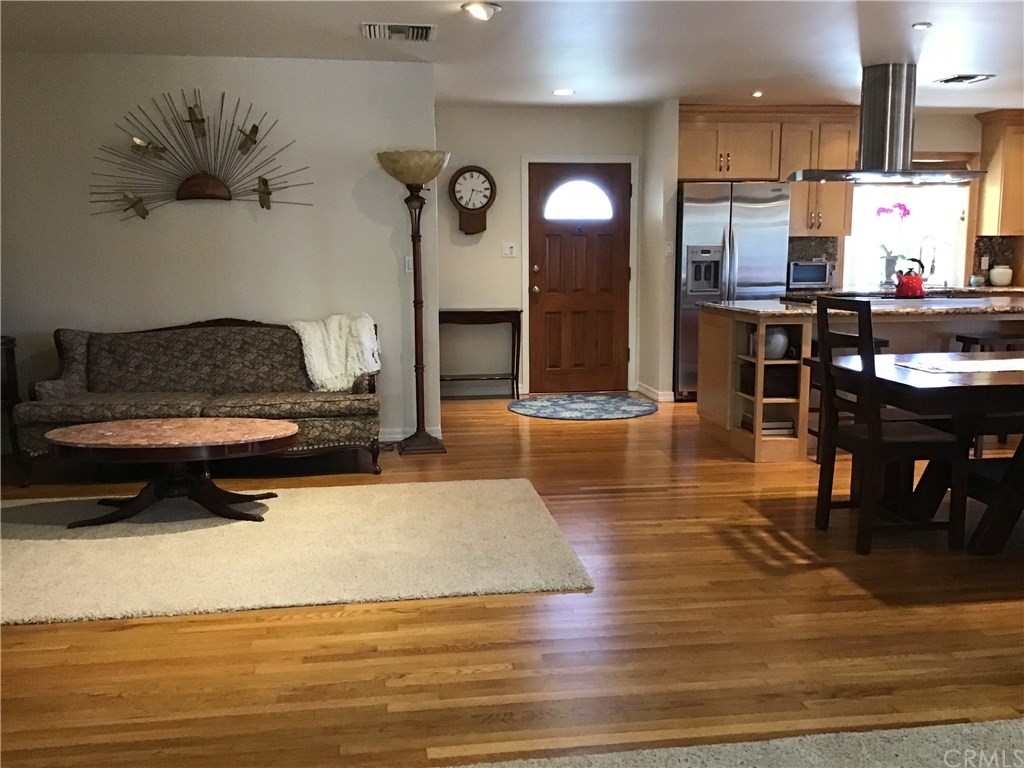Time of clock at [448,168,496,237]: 3:33
